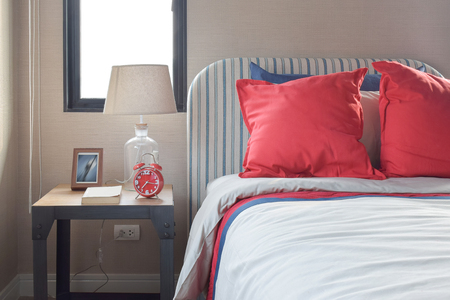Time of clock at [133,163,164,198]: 7:16
